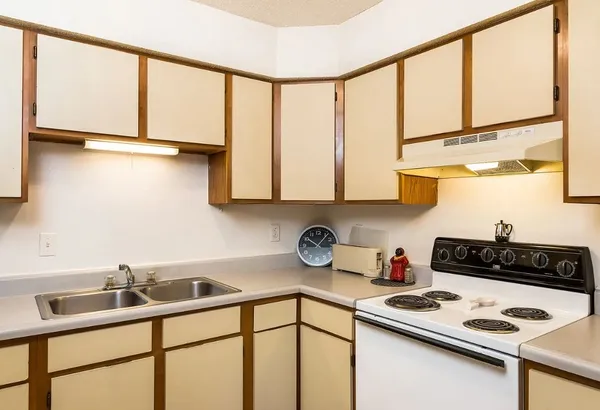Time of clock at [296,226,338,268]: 10:06
